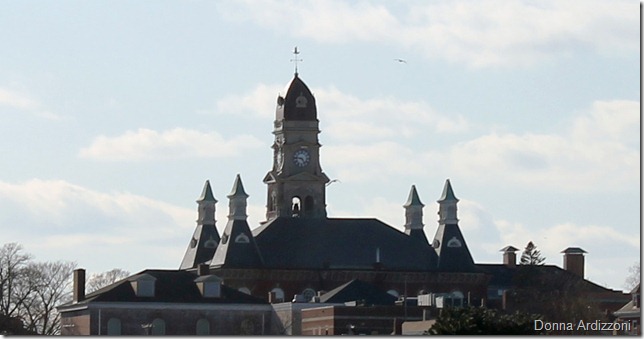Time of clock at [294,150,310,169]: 4:45
